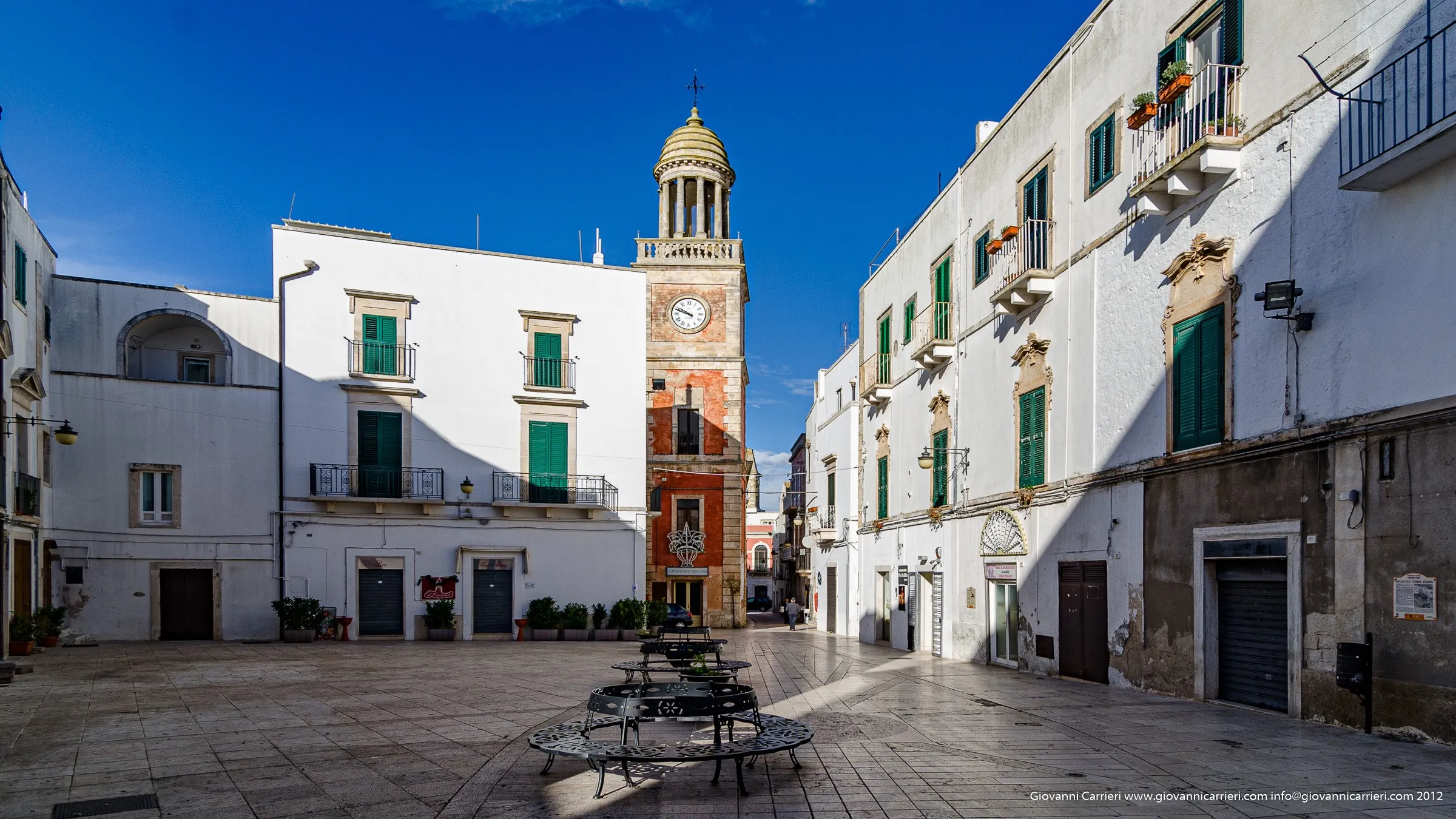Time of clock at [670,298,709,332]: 9:48
